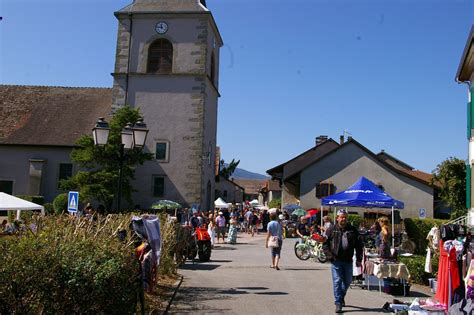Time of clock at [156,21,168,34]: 11:46
